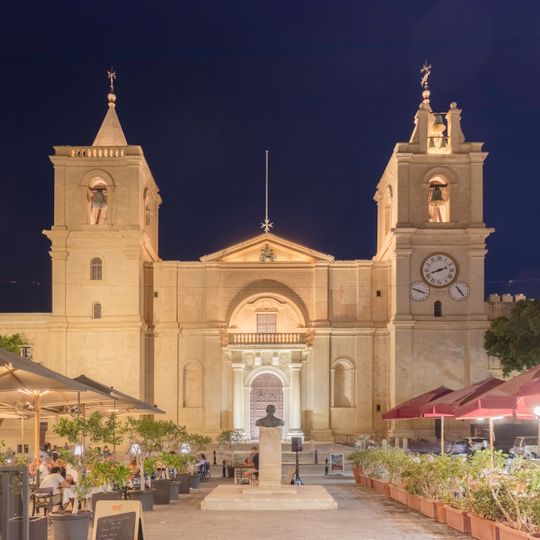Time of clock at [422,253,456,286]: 8:11
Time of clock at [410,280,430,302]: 3:48
